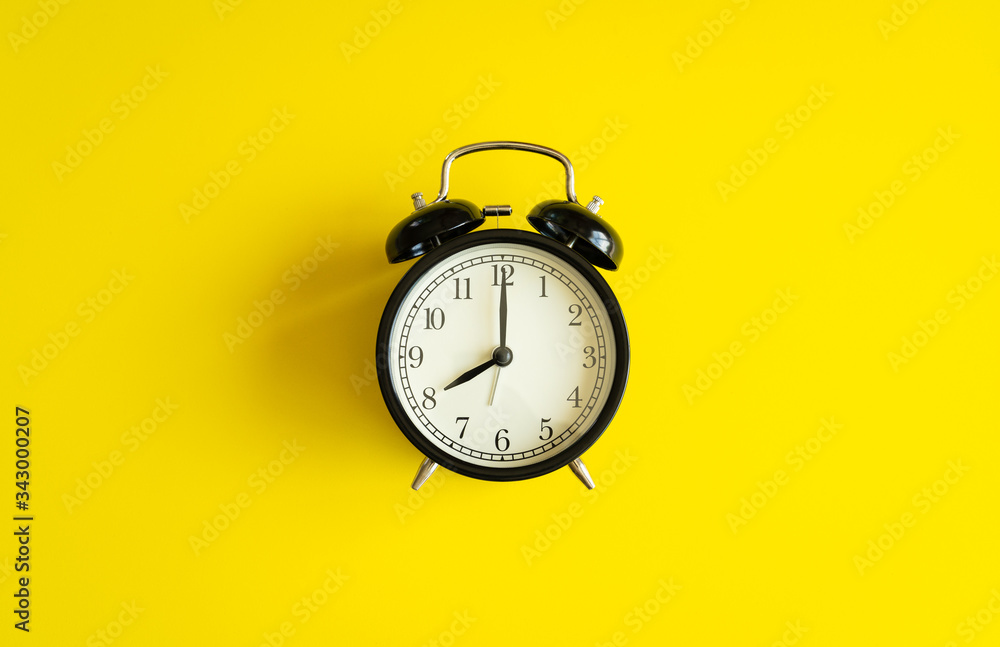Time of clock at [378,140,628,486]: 8:00
